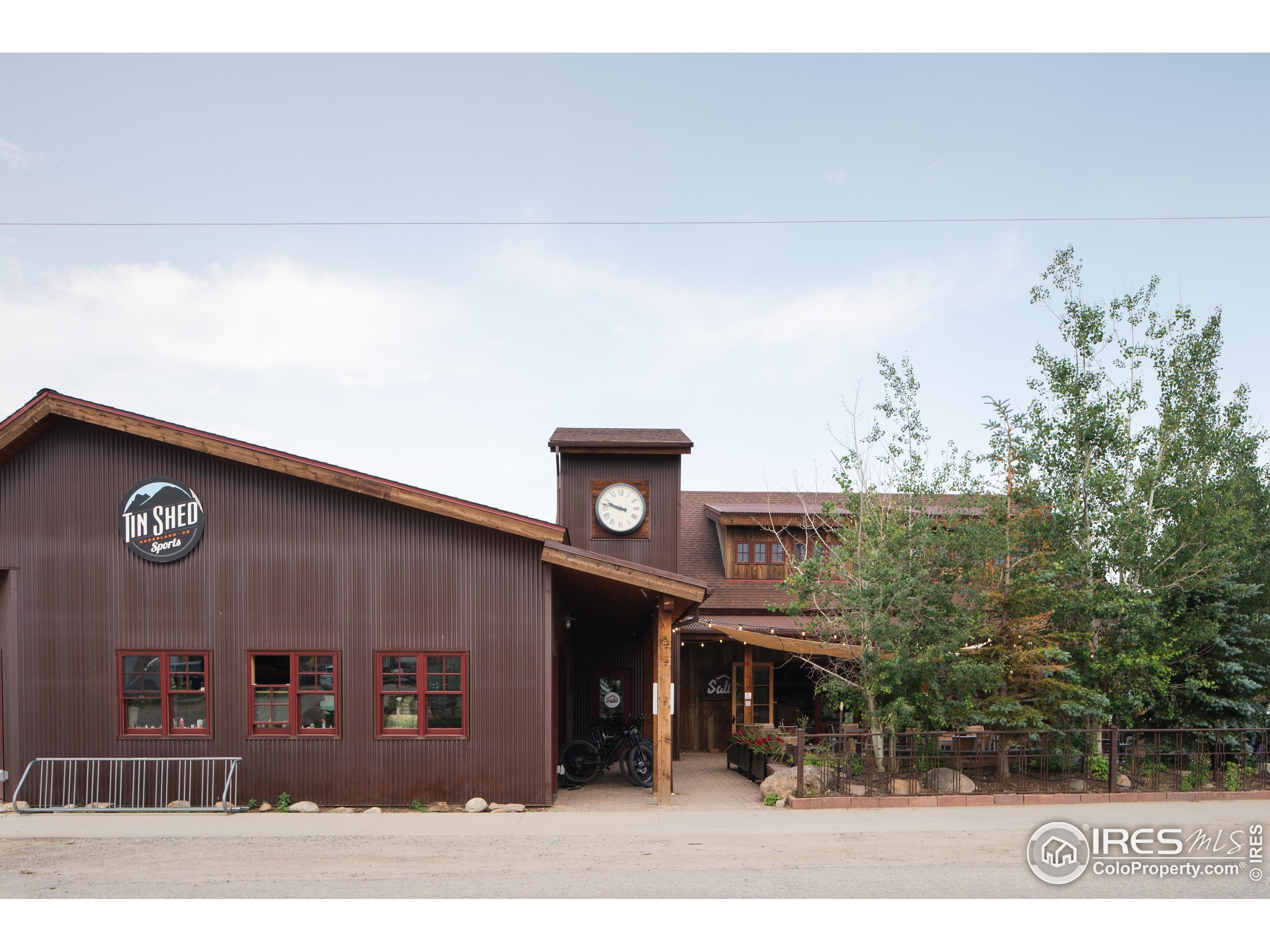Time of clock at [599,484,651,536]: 9:47
